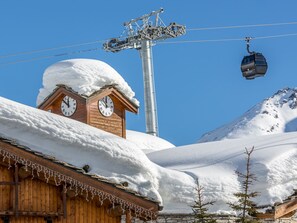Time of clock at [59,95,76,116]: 11:51
